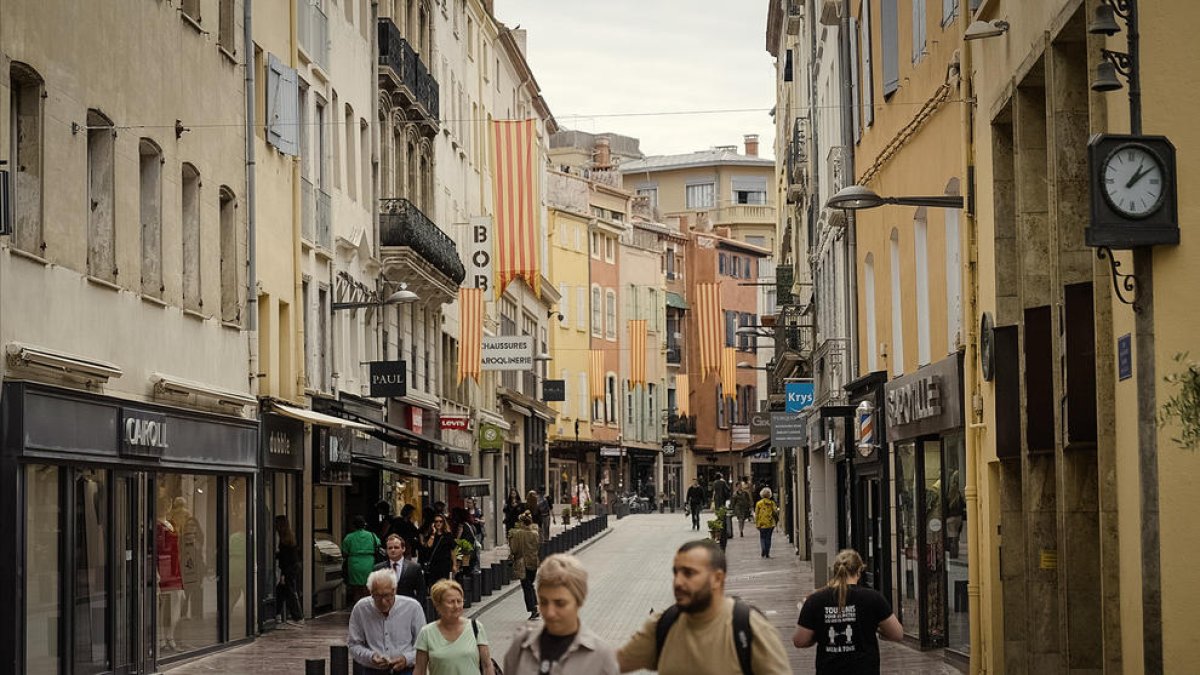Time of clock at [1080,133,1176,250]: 1:09
